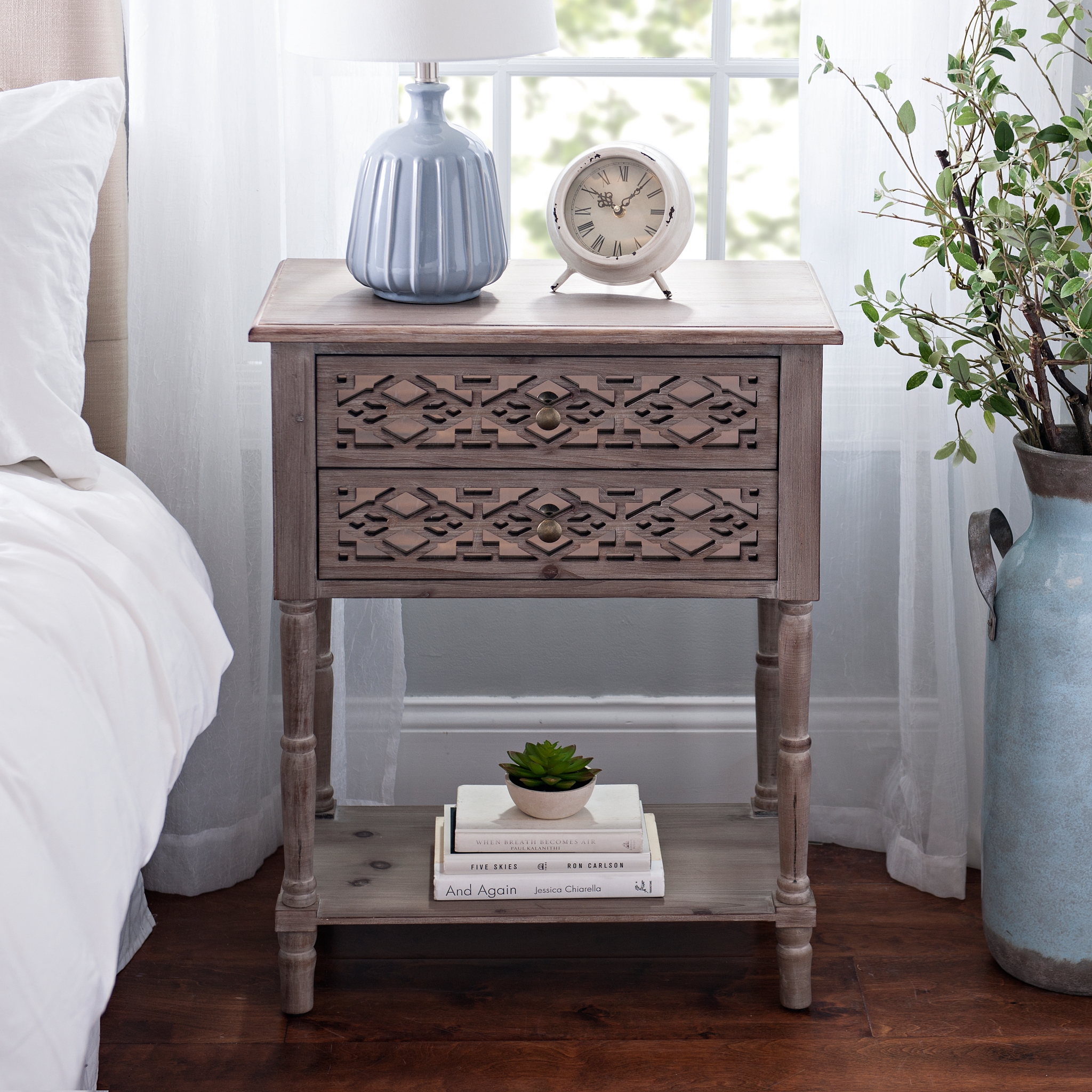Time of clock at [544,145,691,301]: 10:06
